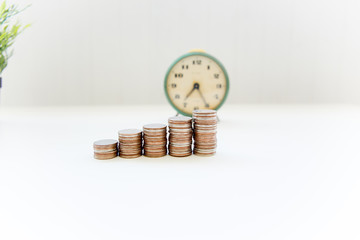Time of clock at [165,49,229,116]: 7:25
